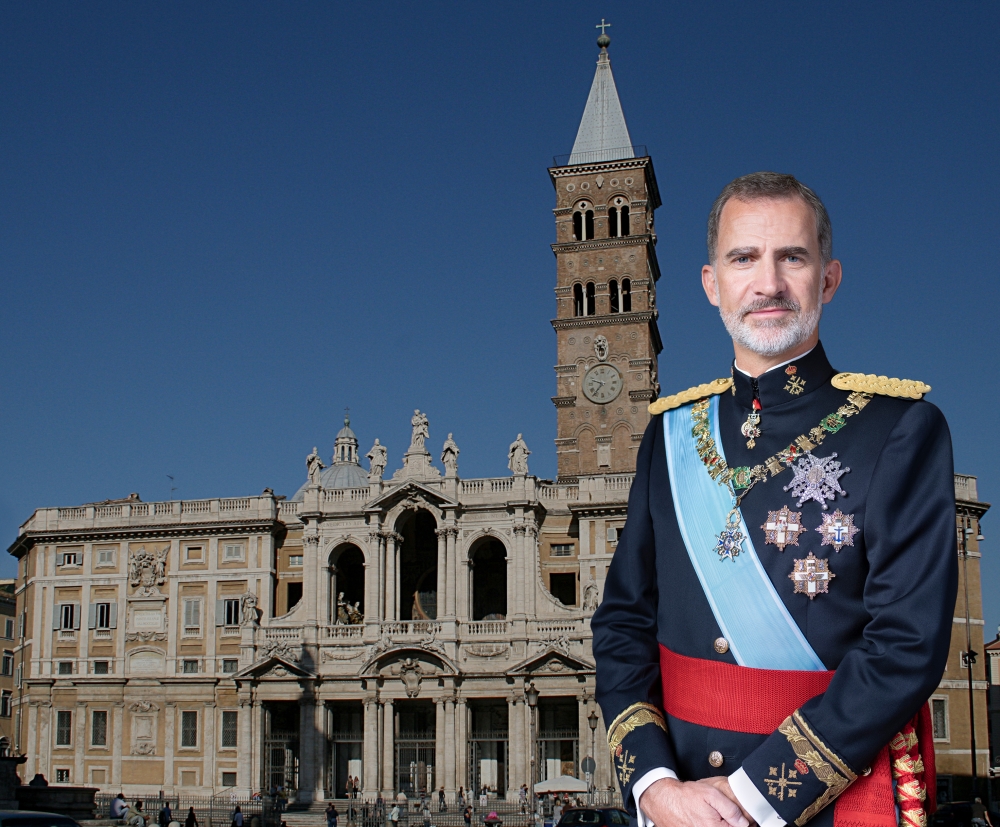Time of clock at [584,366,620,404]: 9:36
